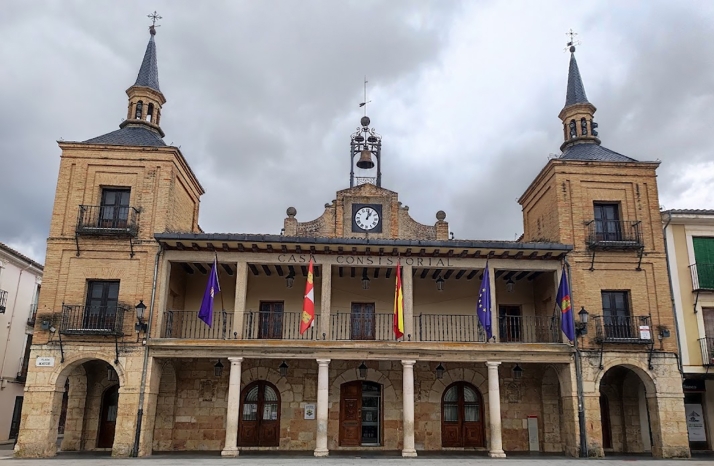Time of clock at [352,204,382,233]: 1:01
